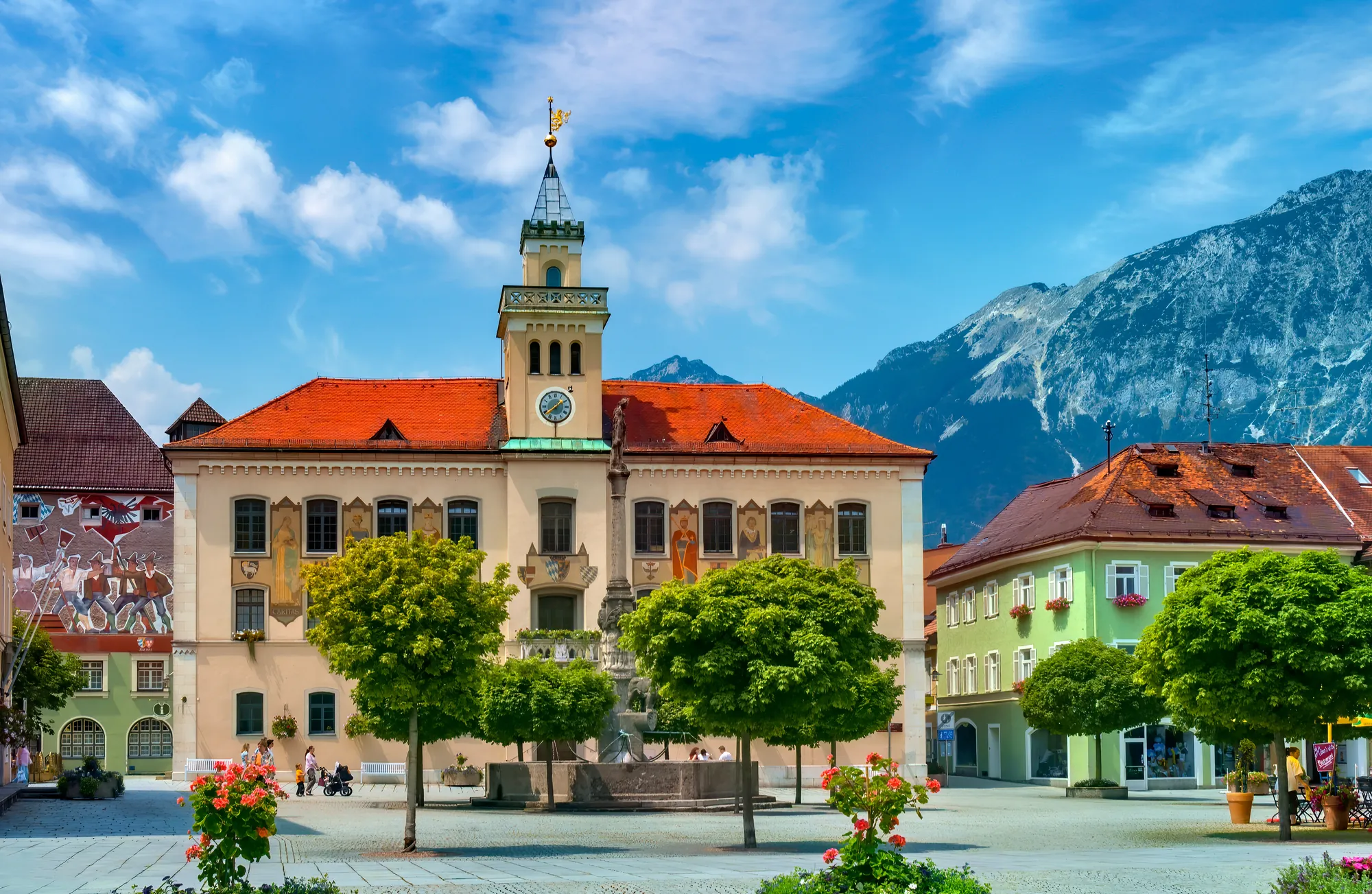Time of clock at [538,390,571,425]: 1:39
